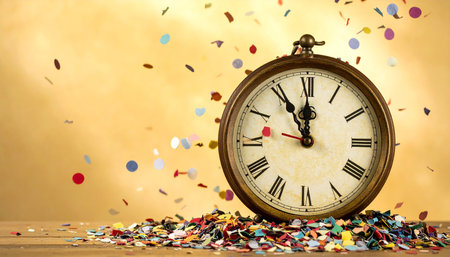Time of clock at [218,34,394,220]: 11:55
